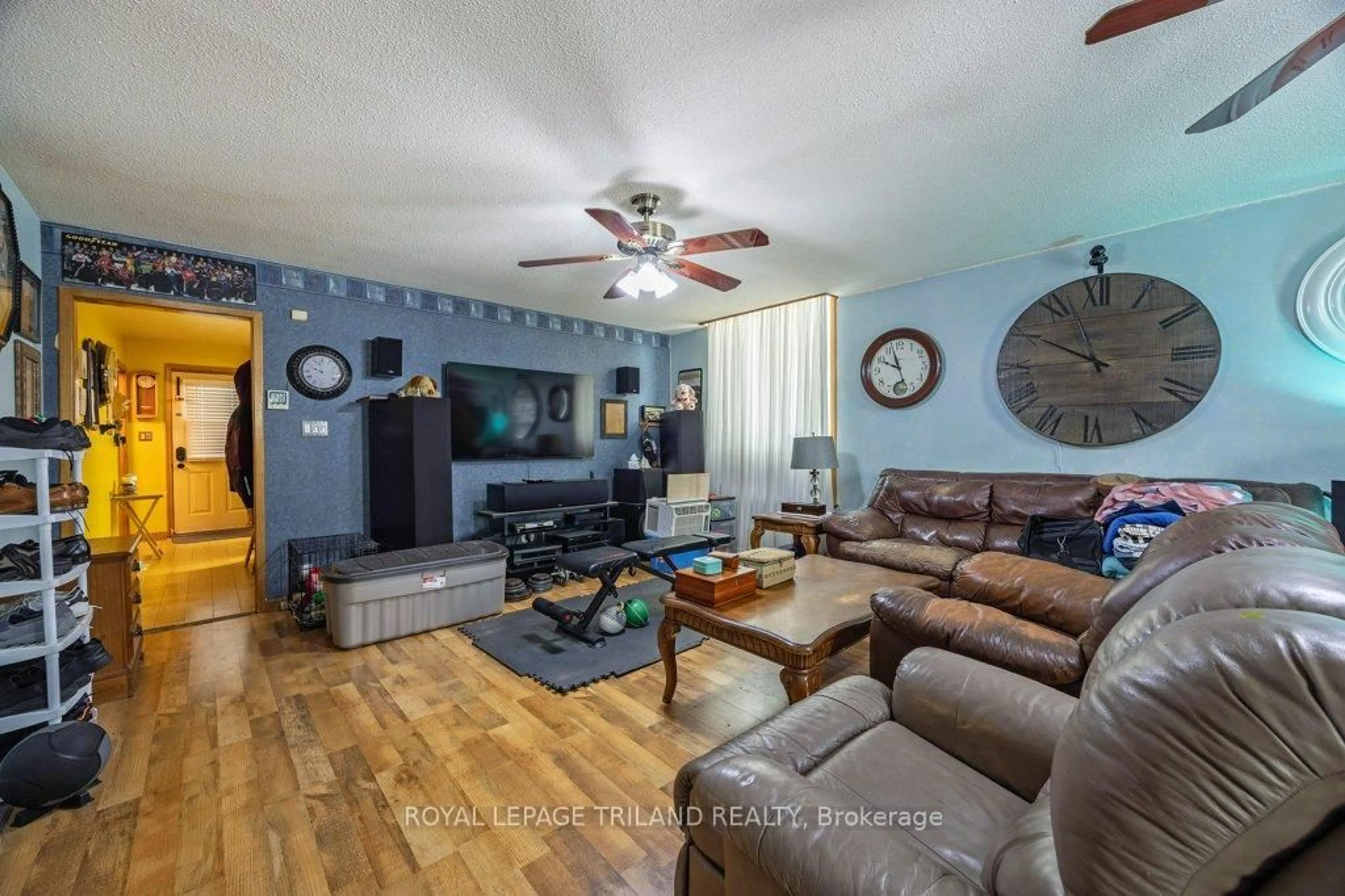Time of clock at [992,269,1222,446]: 9:56
